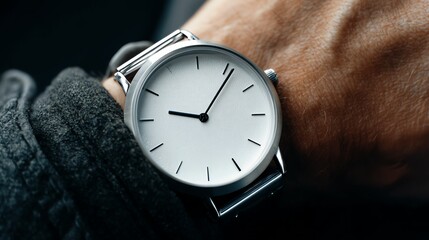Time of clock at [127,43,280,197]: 9:06
